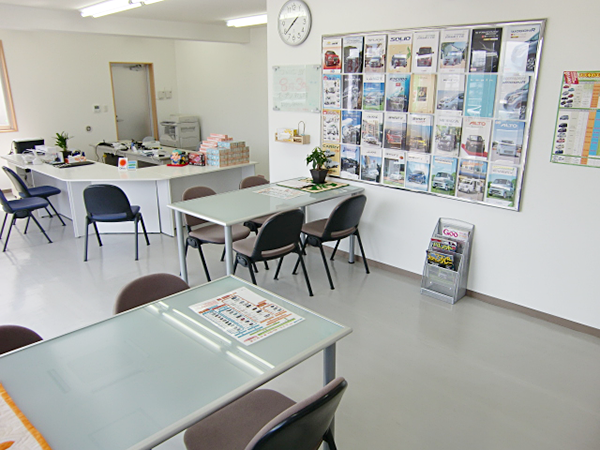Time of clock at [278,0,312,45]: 1:38
